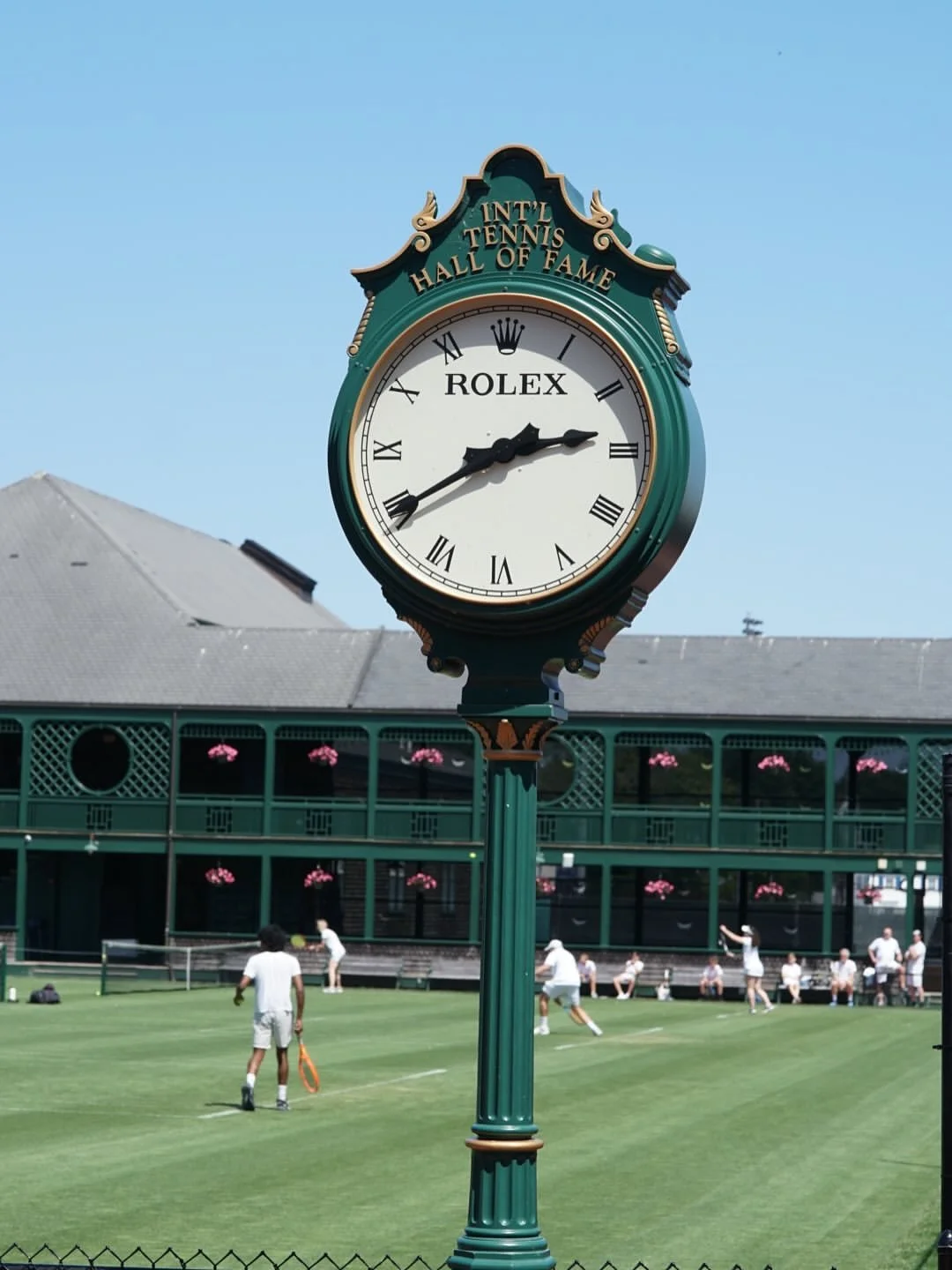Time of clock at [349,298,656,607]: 2:39
